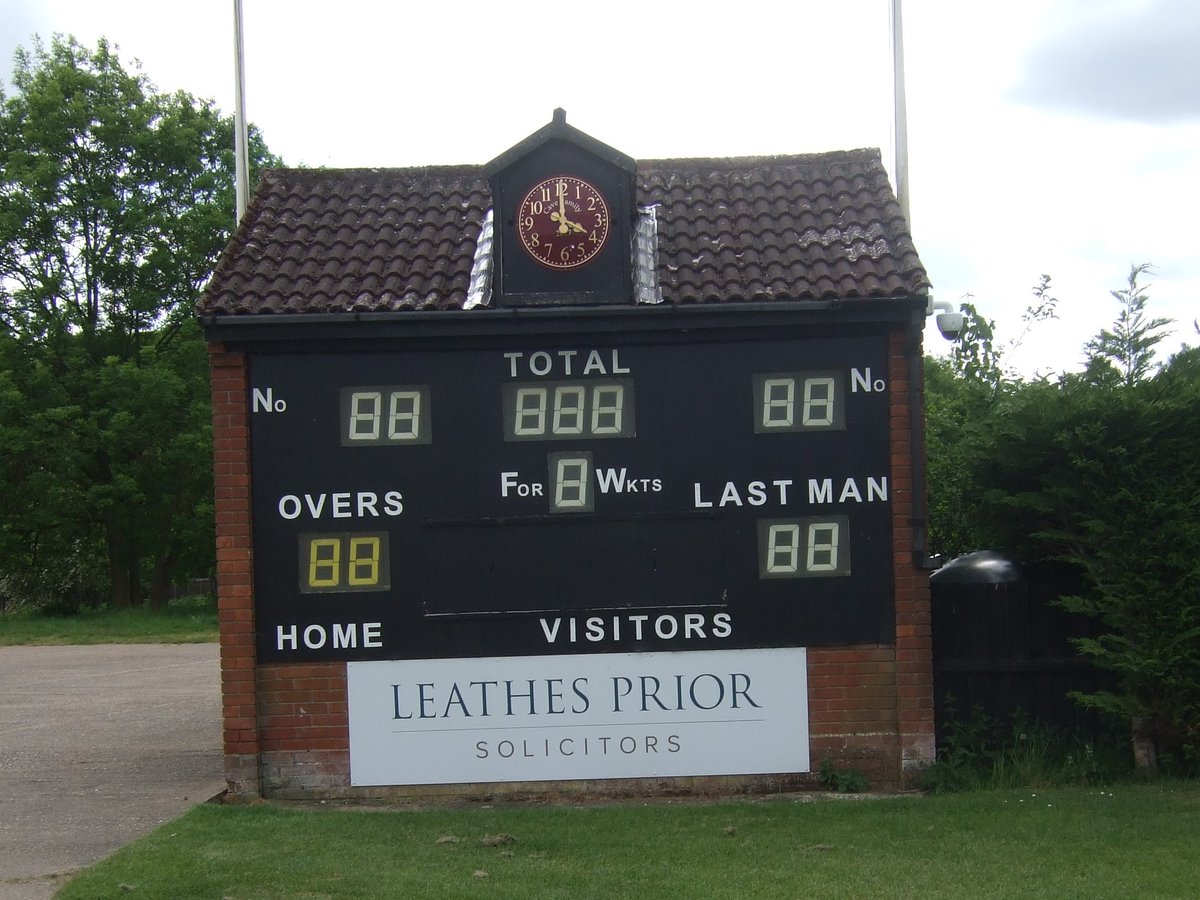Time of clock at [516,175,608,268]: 3:59
